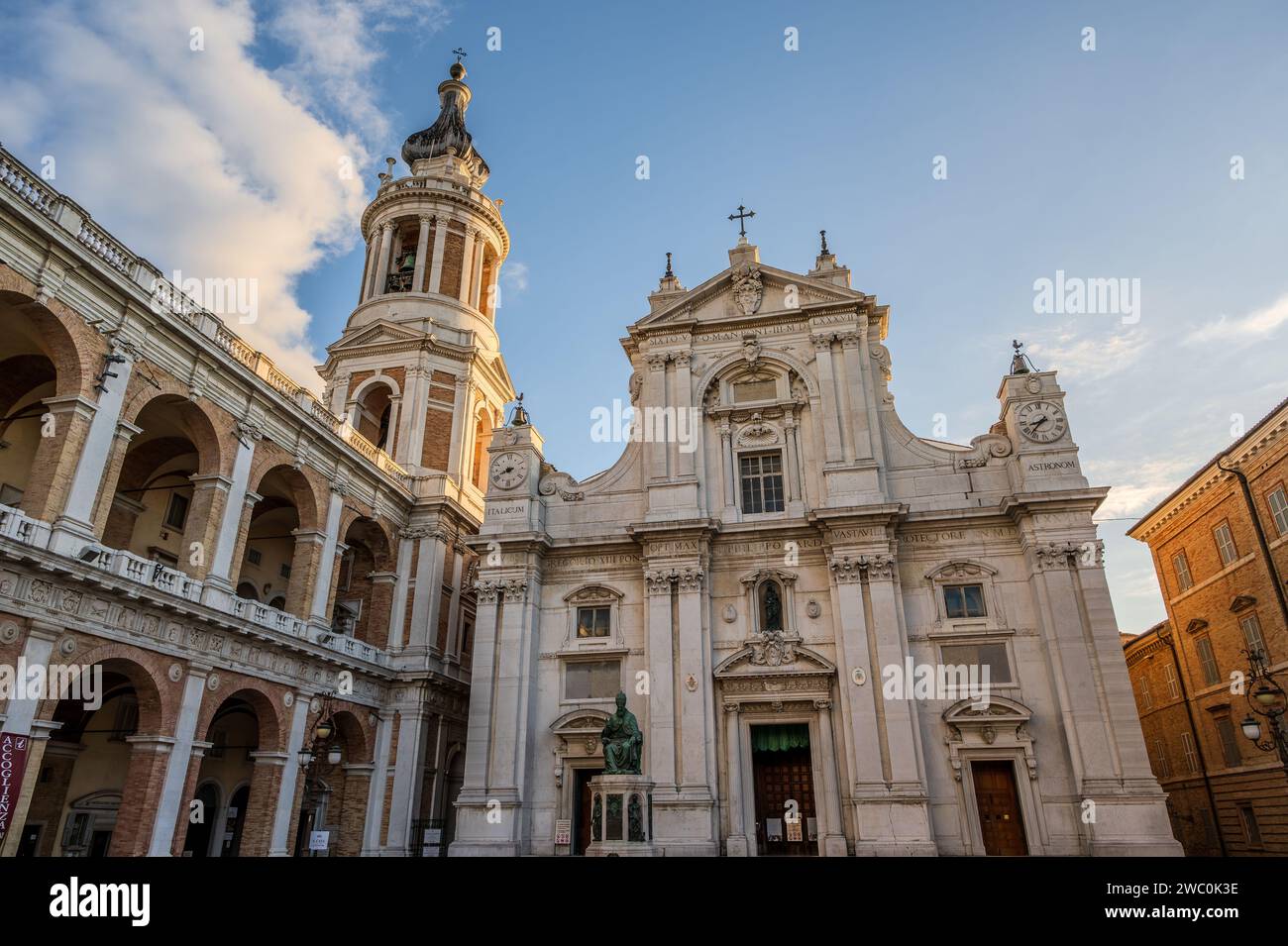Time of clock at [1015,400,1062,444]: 8:37
